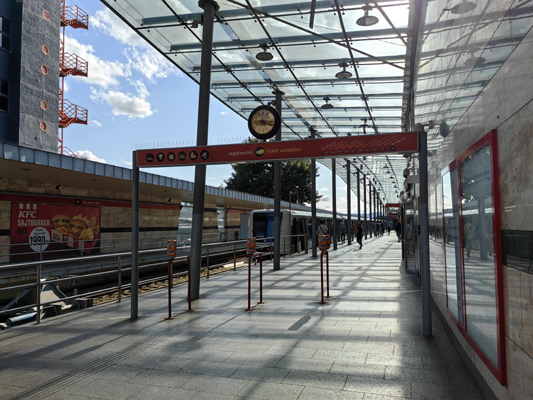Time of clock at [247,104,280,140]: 5:18
